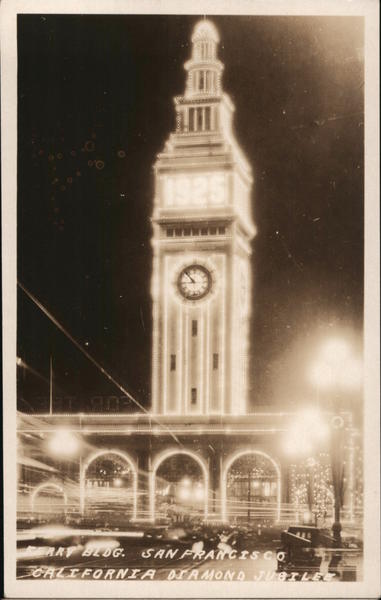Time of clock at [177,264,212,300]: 8:53
